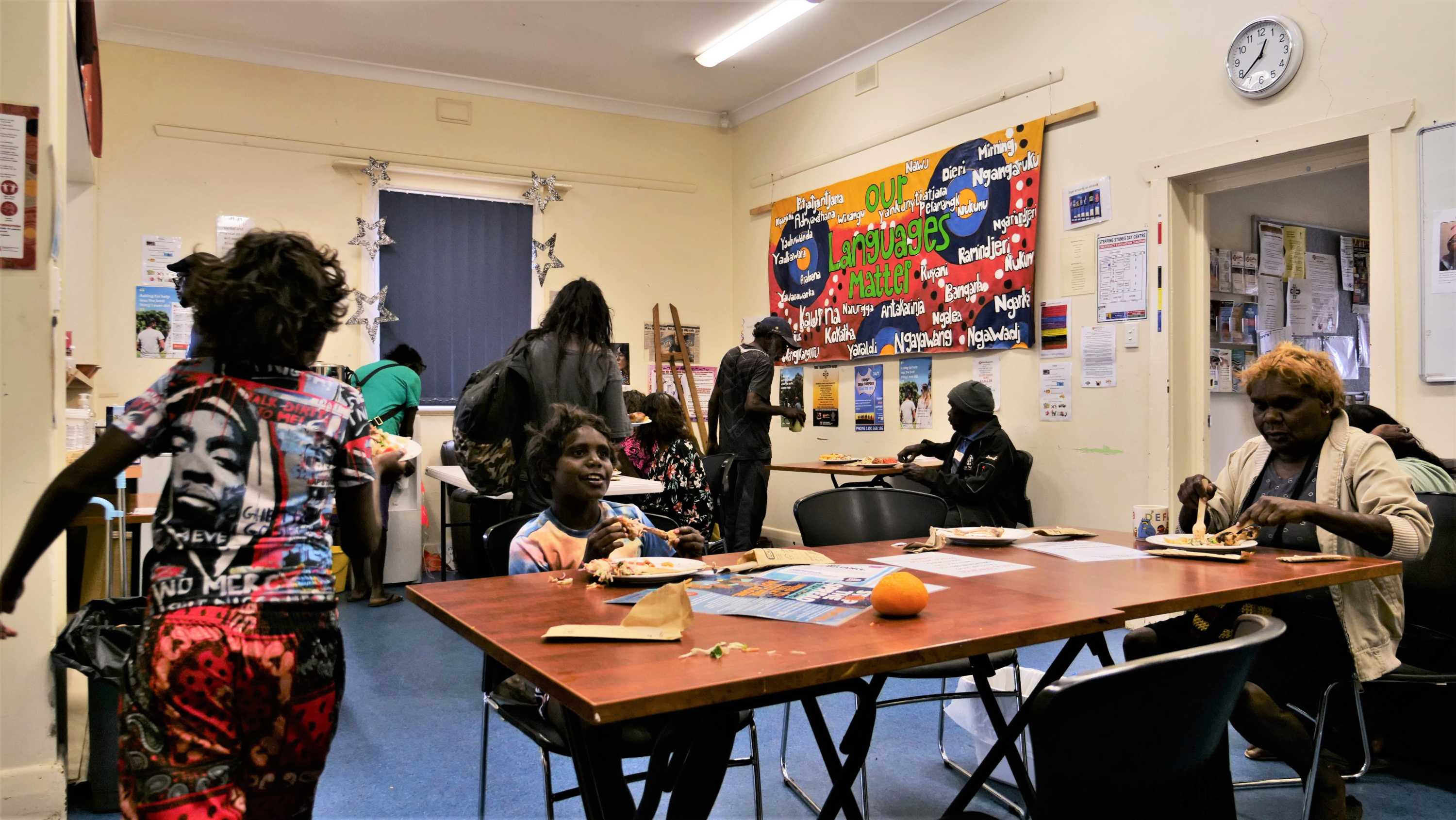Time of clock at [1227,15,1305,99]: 12:38
